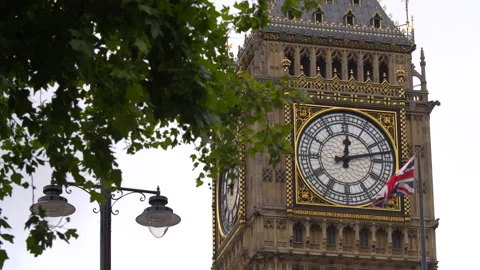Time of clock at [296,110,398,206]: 12:12
